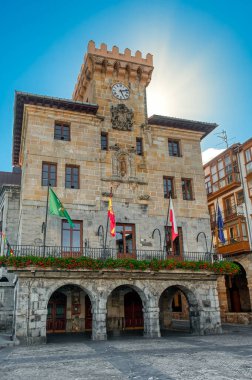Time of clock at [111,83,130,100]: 5:12
